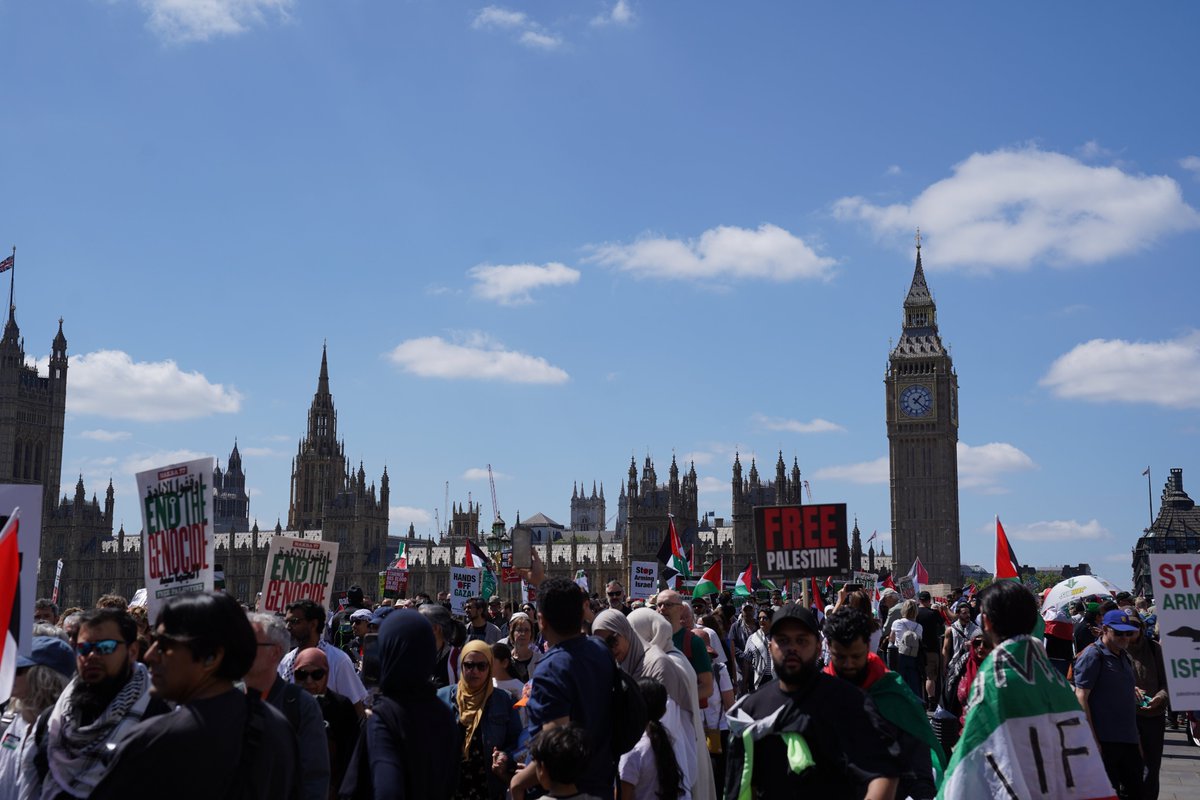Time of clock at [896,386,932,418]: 1:21
